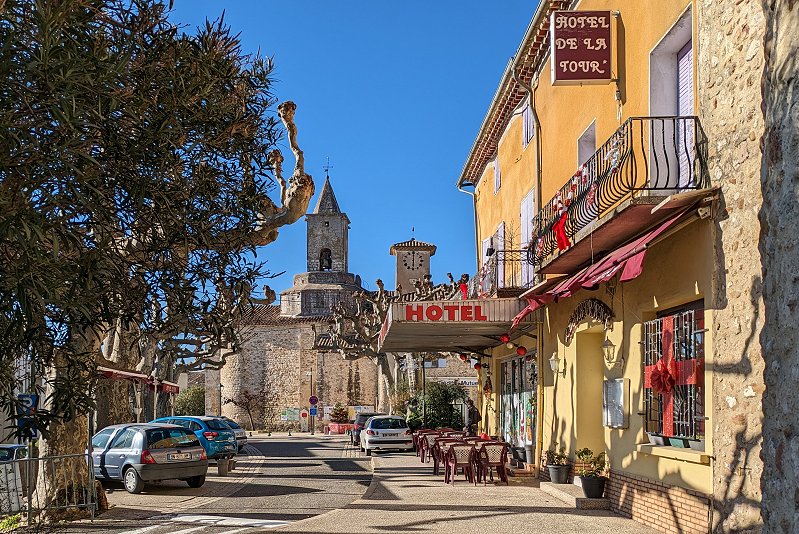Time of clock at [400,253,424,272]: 6:00
